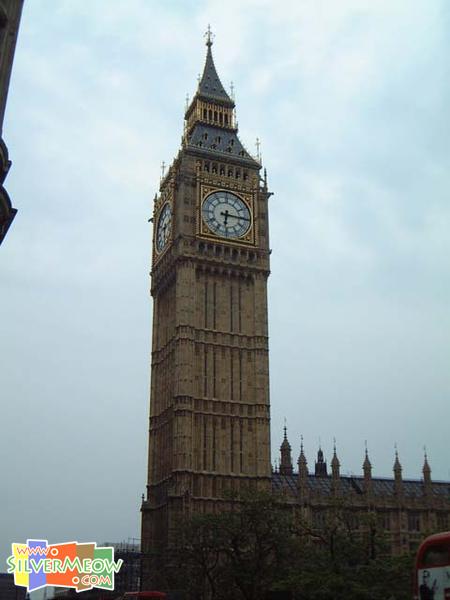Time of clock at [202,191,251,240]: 6:15
